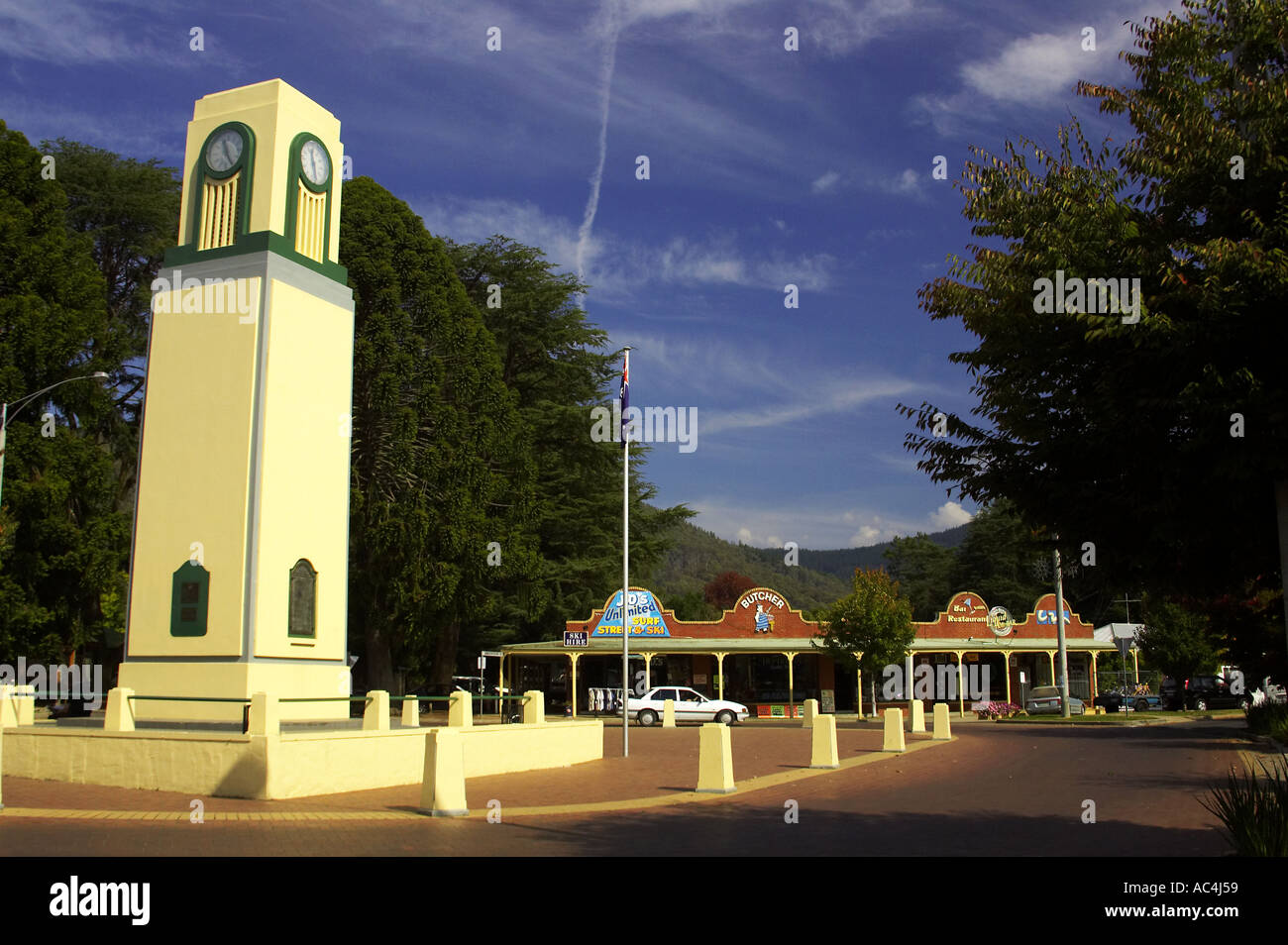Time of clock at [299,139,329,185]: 11:28
